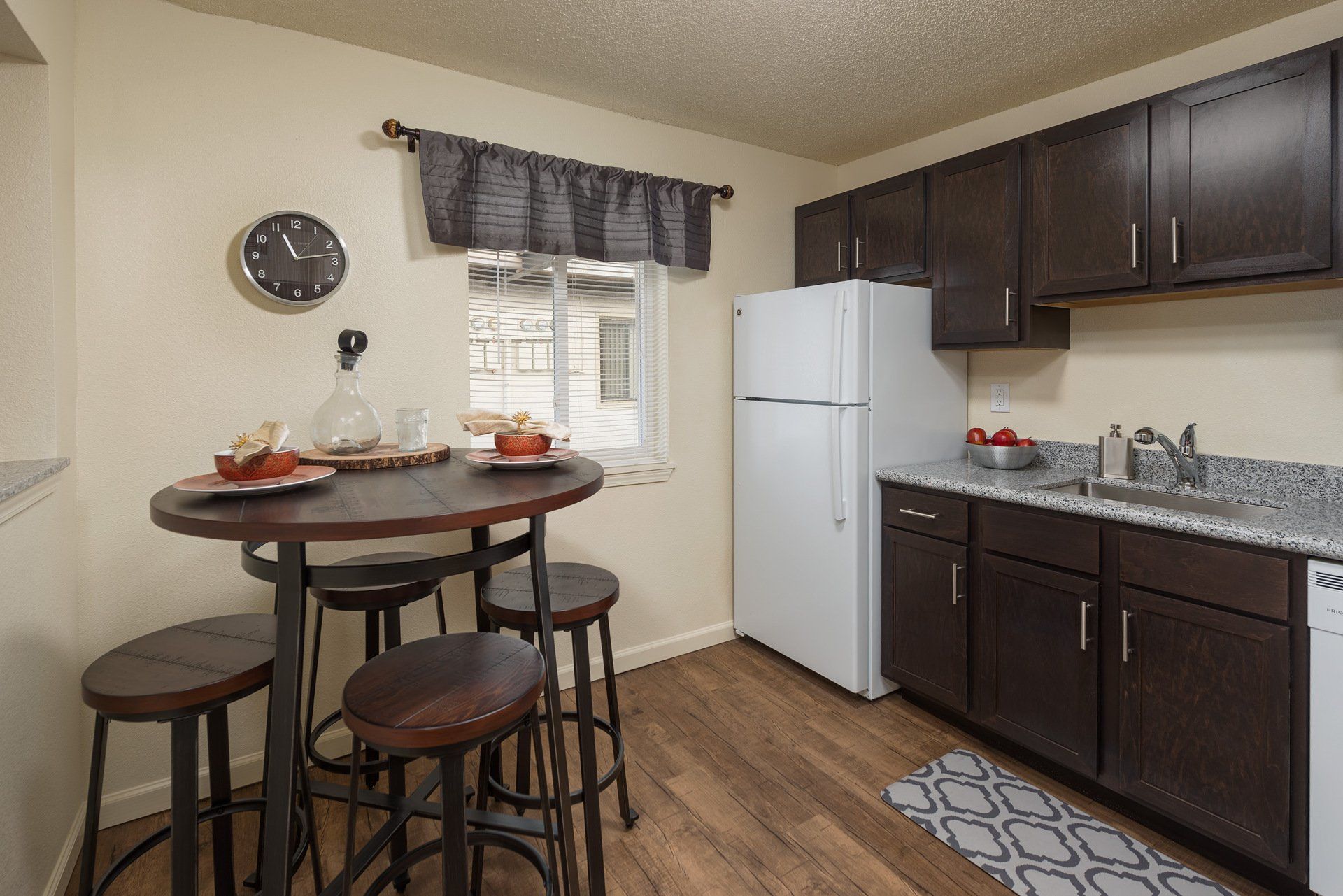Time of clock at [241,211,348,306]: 11:13
